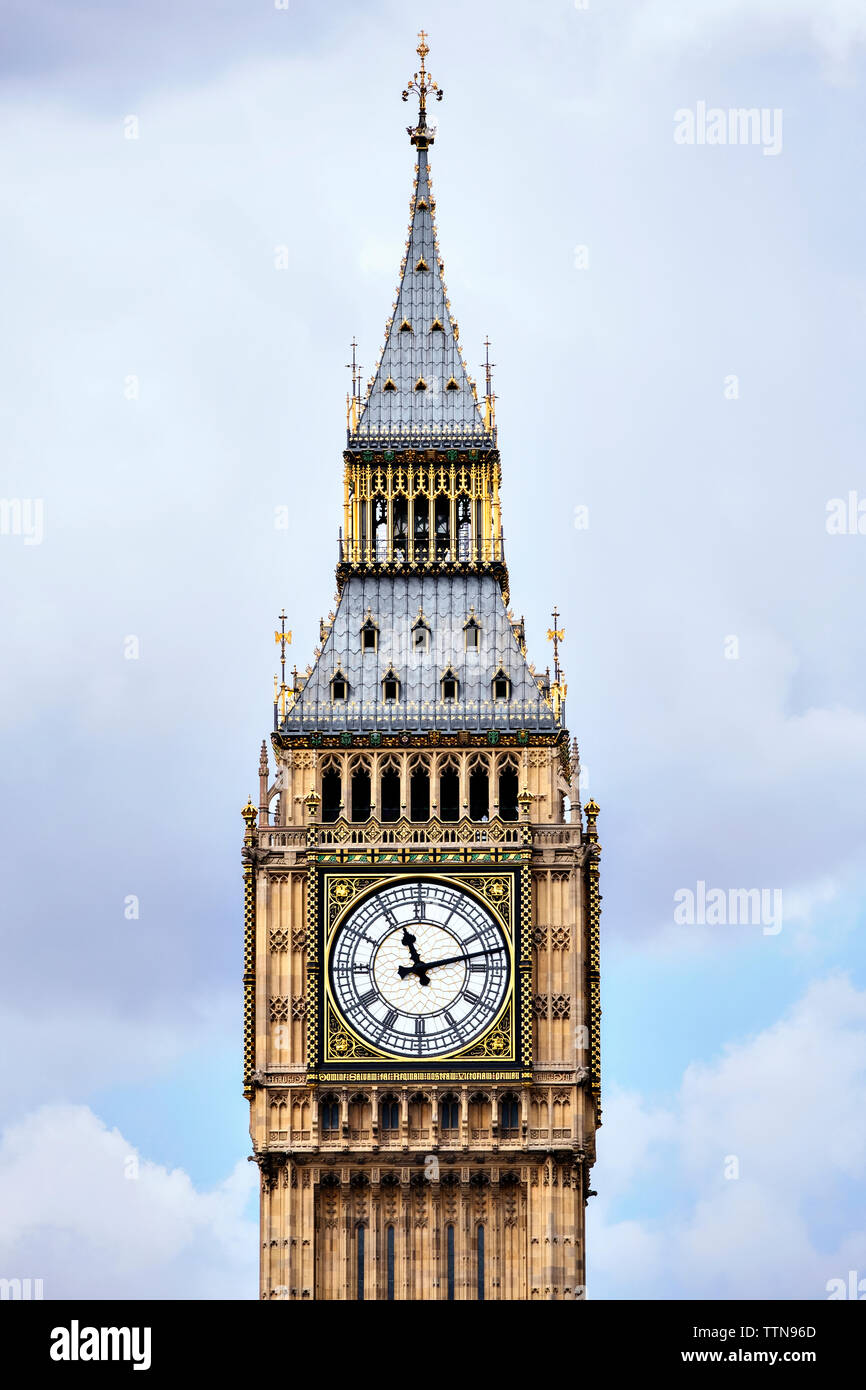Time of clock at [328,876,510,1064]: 11:12
